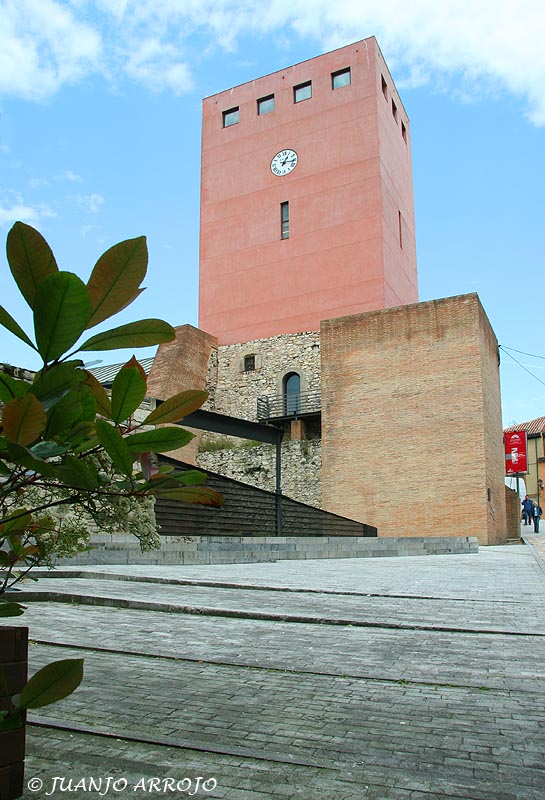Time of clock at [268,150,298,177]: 1:16
